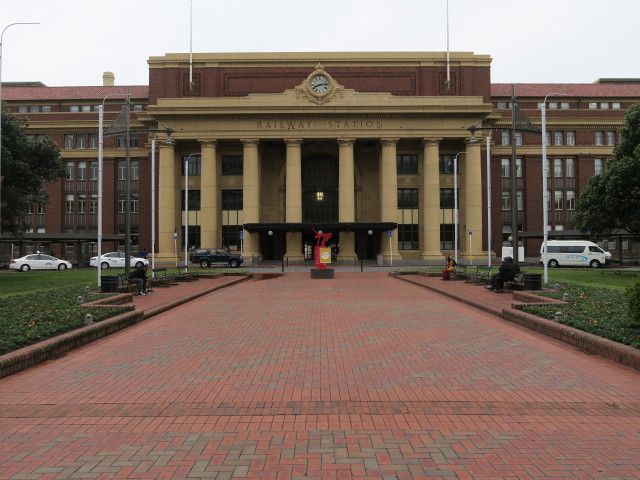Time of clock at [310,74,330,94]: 8:13
